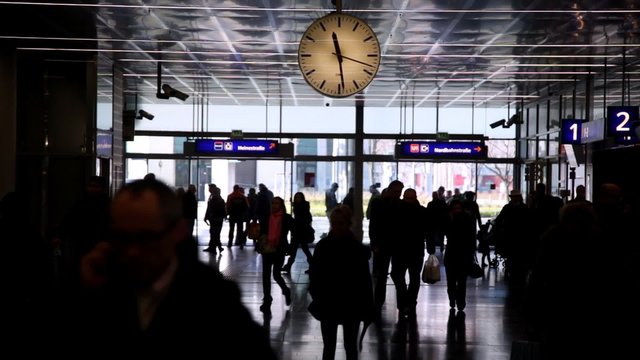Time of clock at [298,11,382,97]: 11:28
